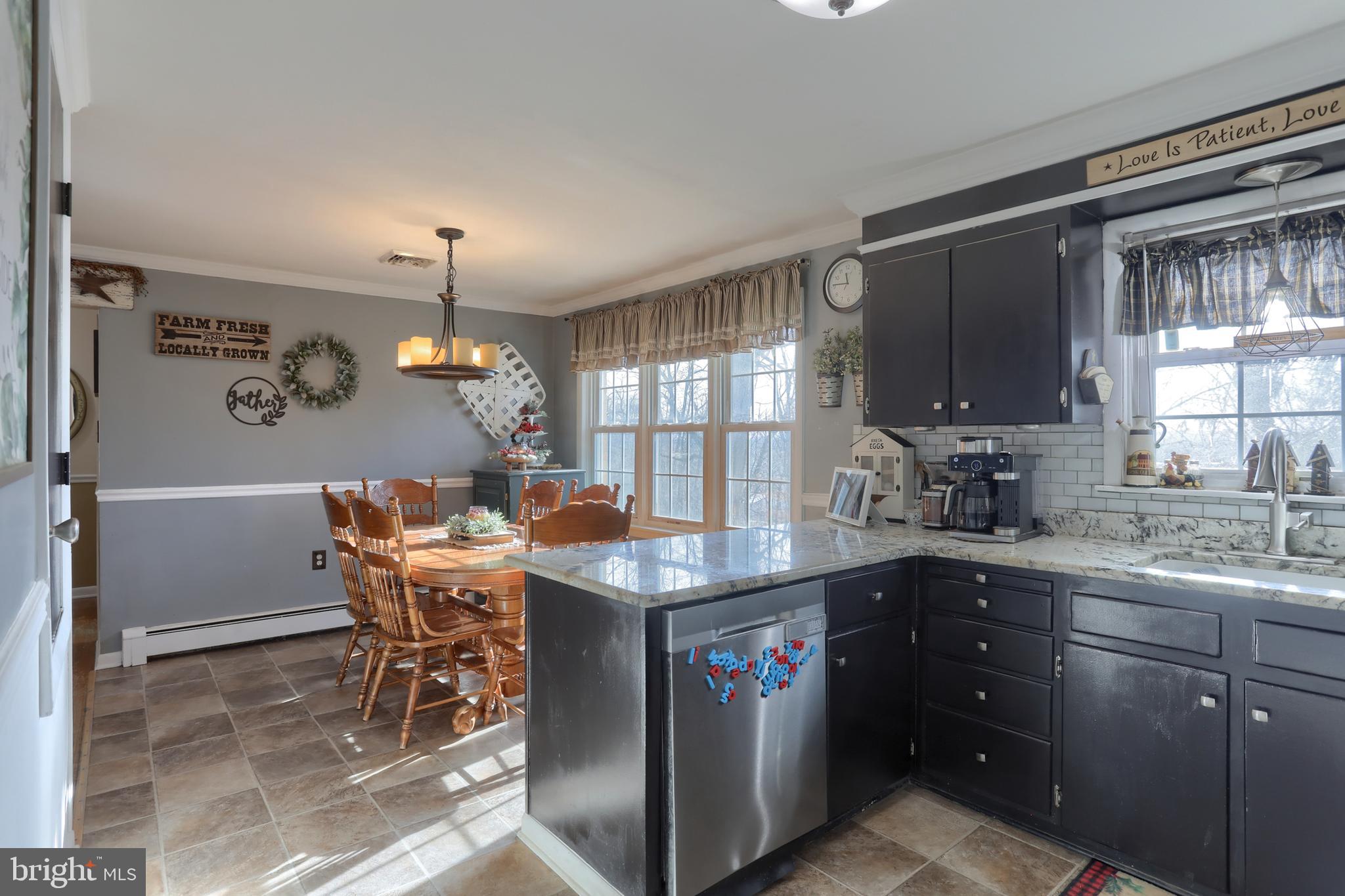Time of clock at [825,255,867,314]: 11:45
